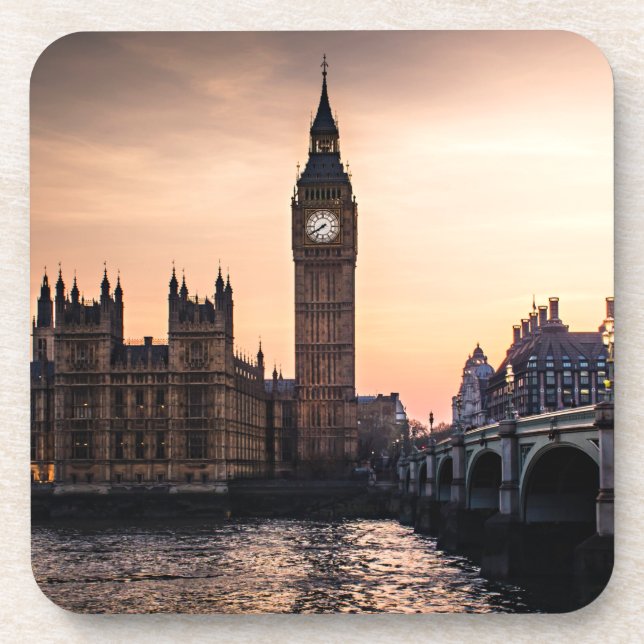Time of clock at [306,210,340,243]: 7:40
